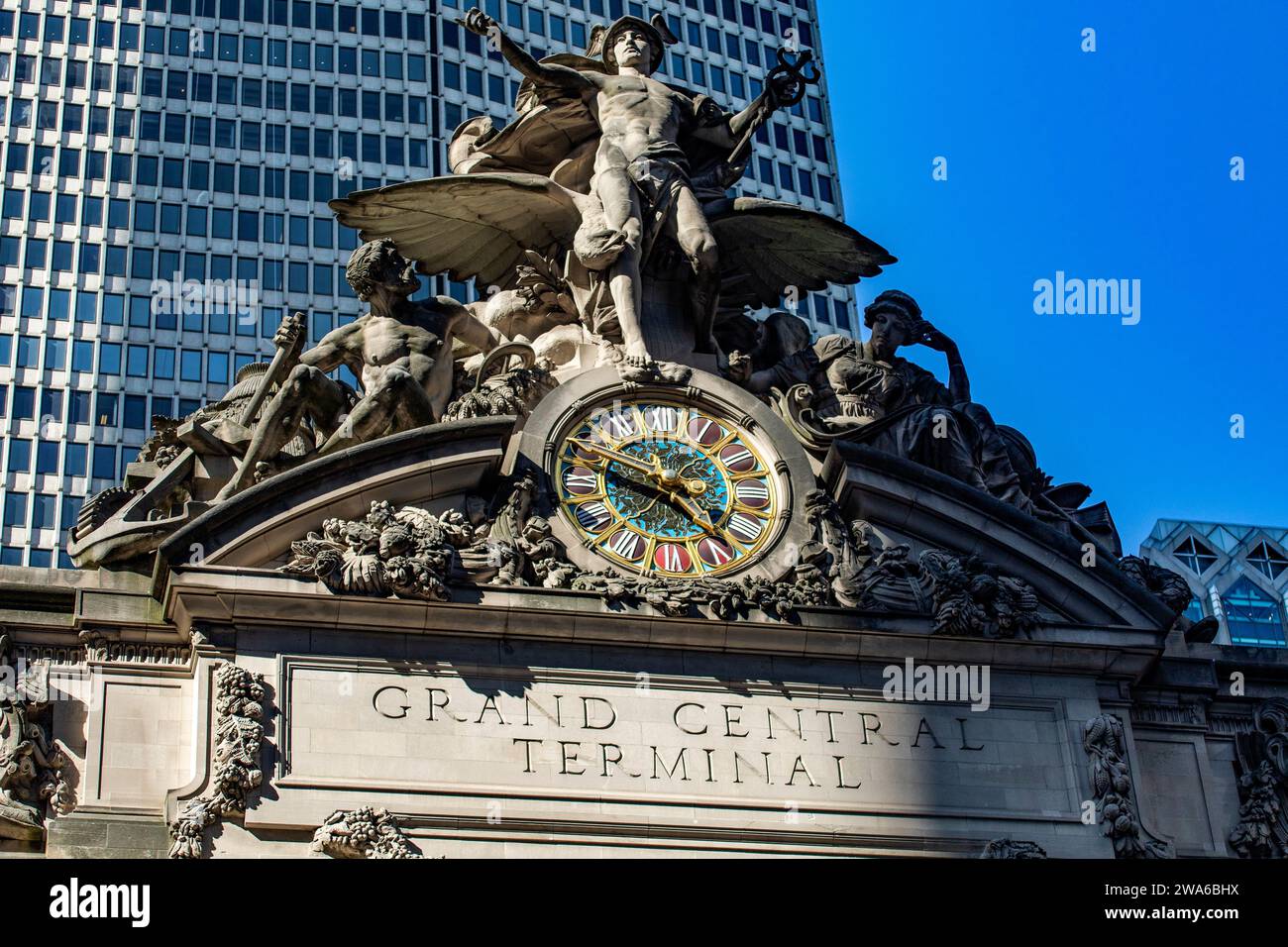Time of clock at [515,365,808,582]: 3:47
